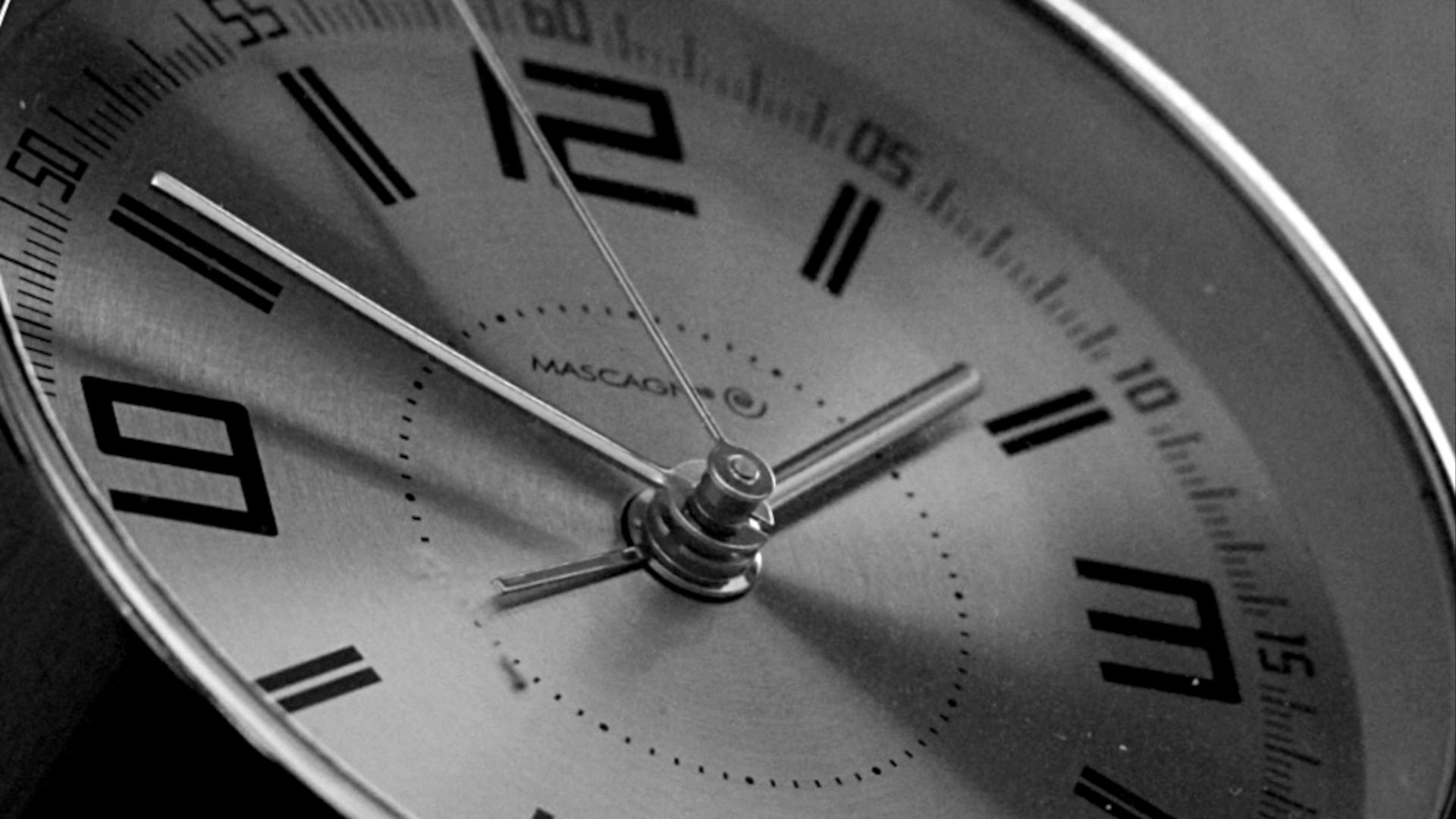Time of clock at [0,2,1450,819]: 1:50
